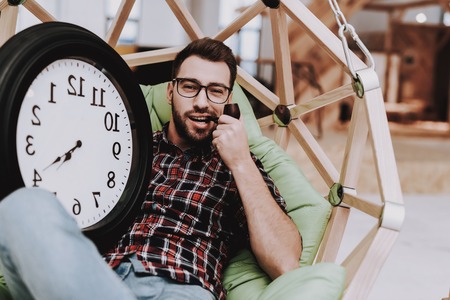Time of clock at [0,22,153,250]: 7:40
